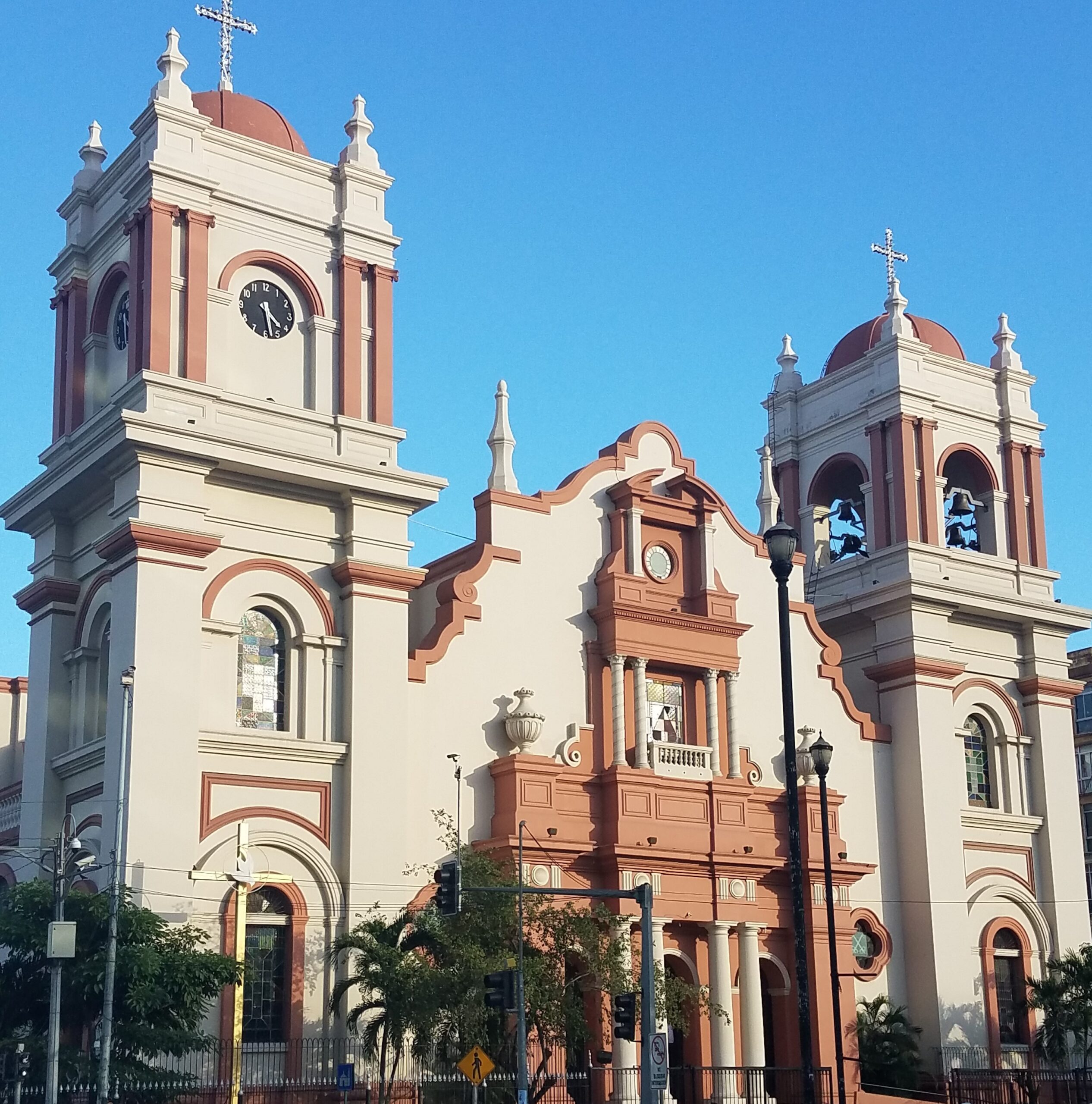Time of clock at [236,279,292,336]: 4:28
